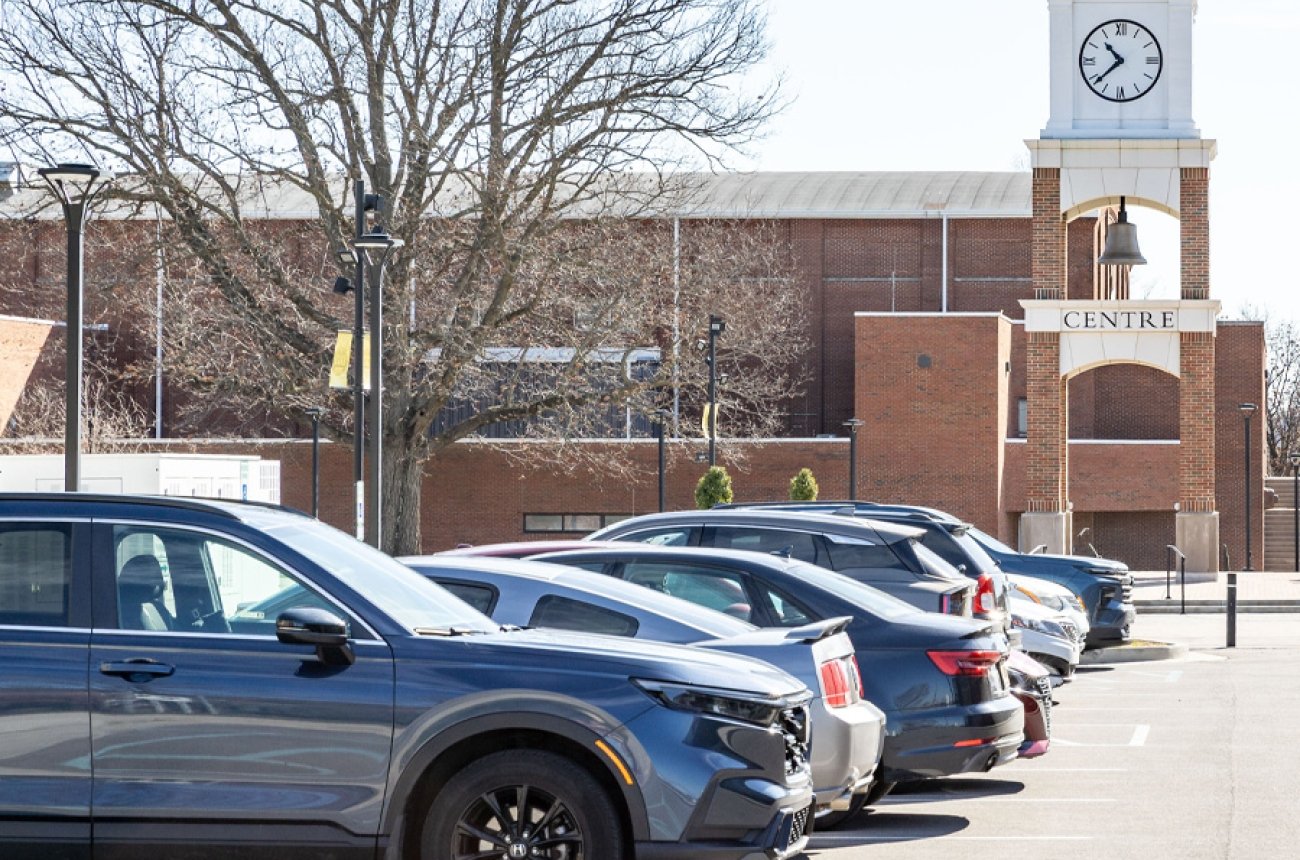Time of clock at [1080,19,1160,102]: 10:38
